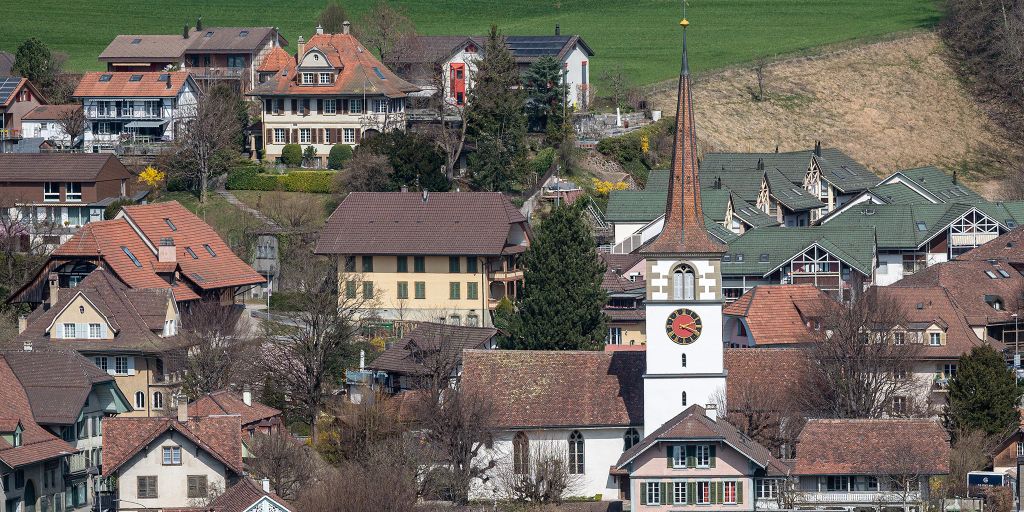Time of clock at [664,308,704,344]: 2:18
